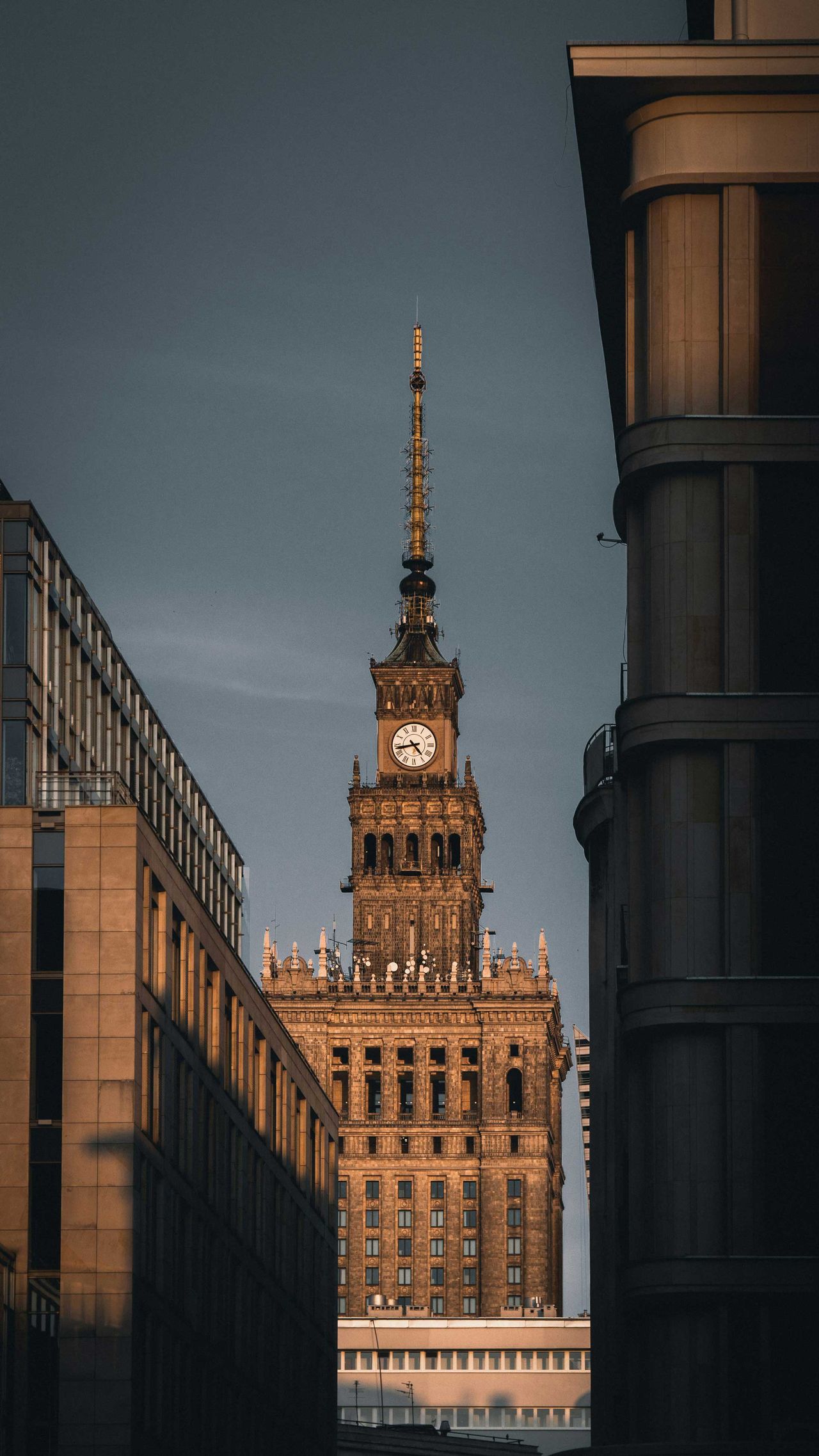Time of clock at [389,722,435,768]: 4:42
